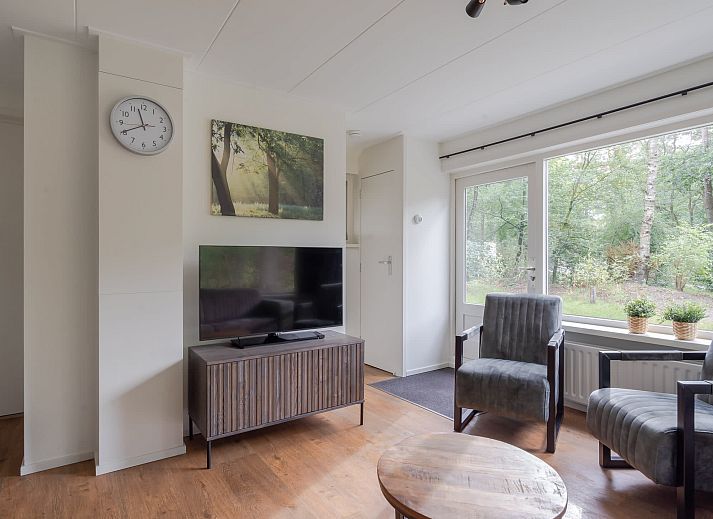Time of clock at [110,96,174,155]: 11:40
